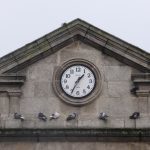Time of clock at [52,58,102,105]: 1:34
